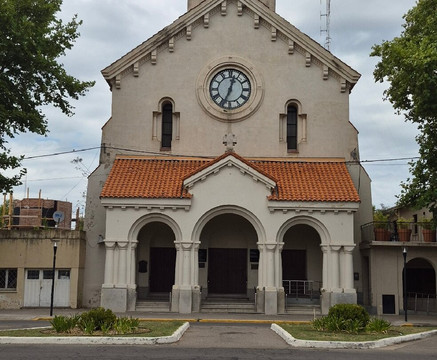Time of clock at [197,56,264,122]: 12:34
